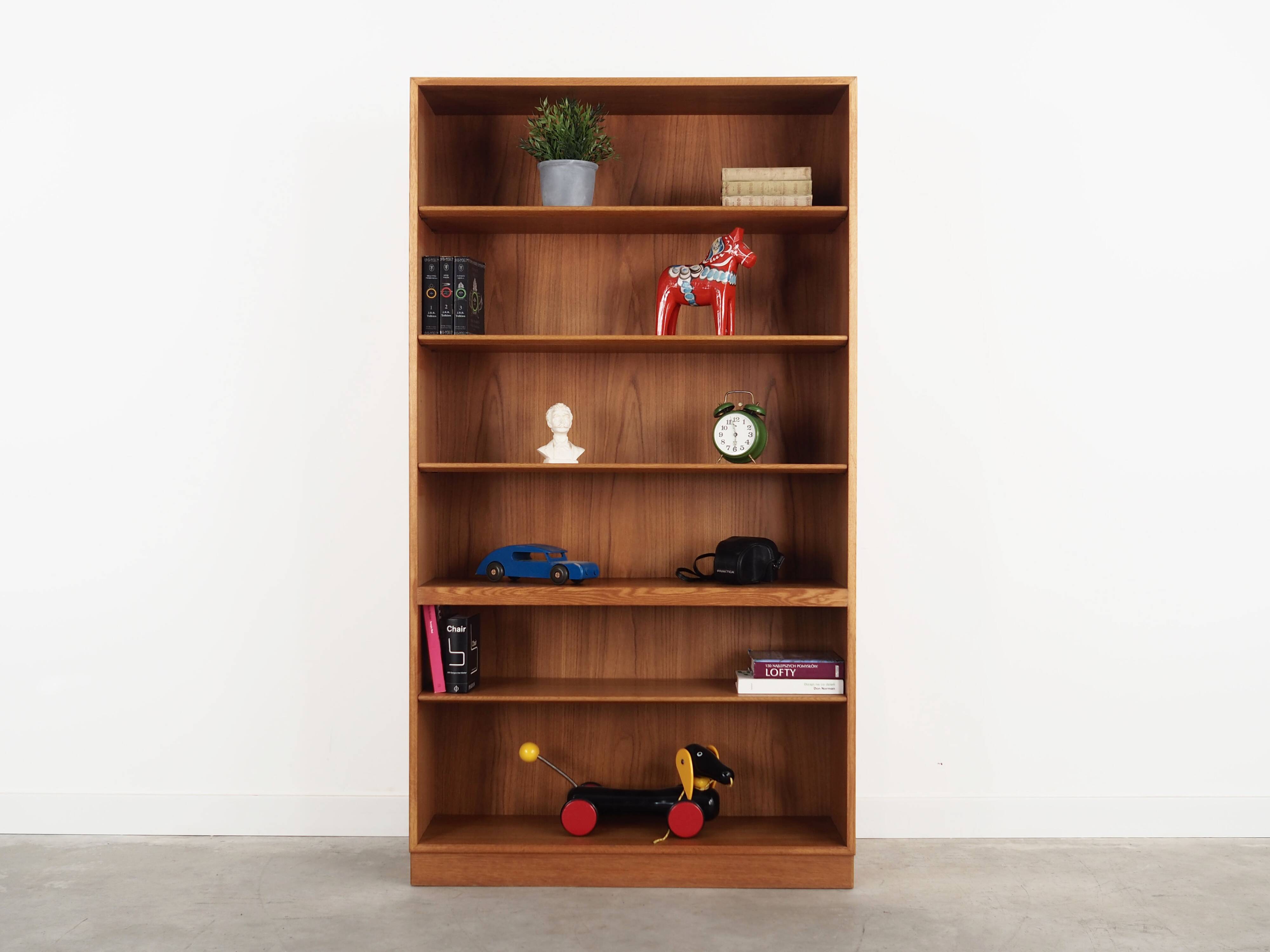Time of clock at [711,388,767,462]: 5:57
